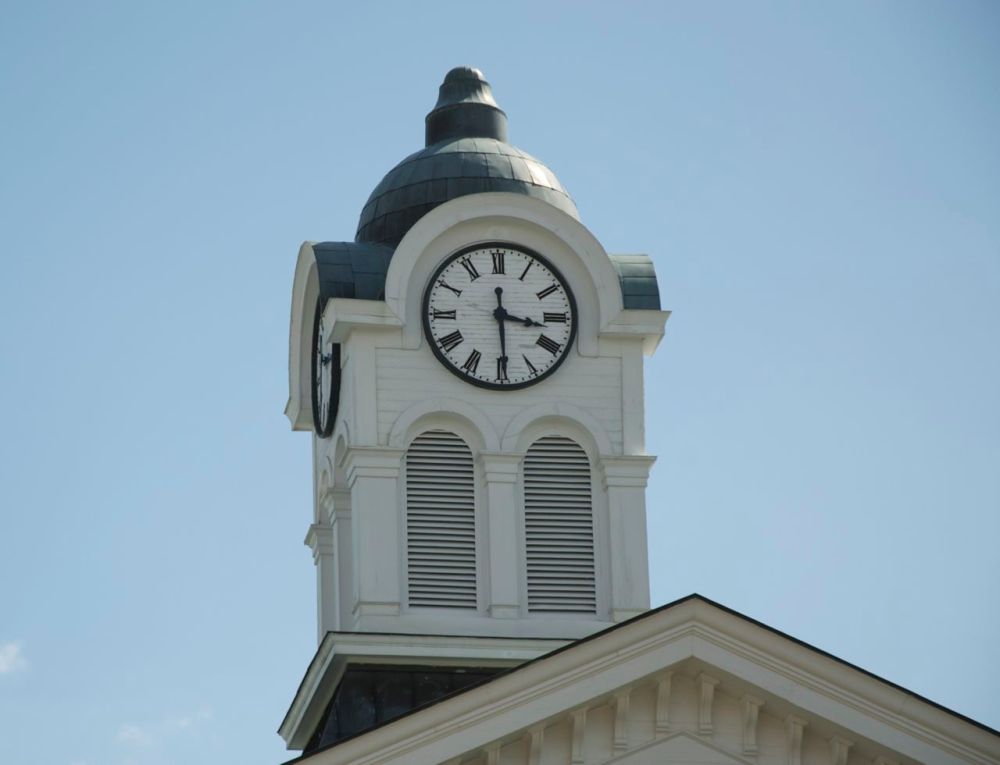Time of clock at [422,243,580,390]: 3:29
